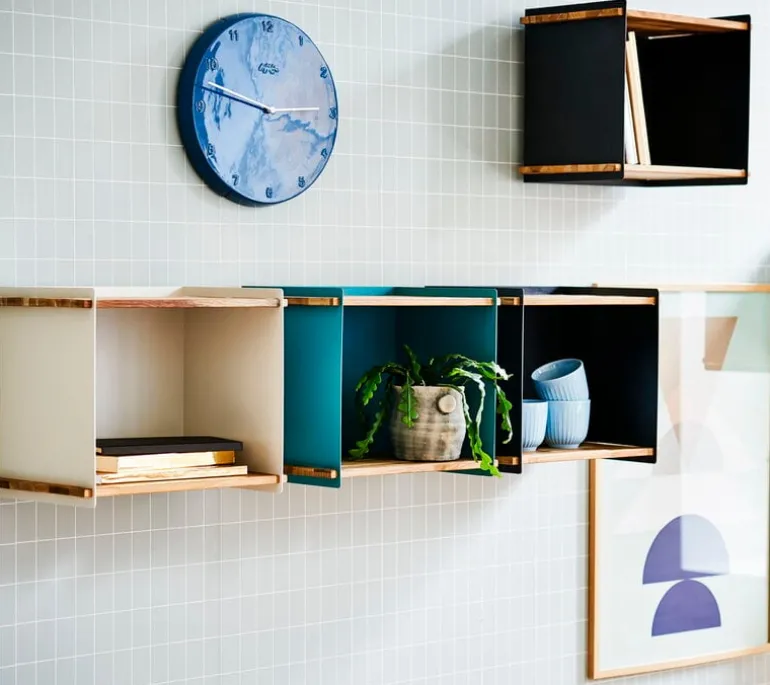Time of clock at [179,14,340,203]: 3:47
